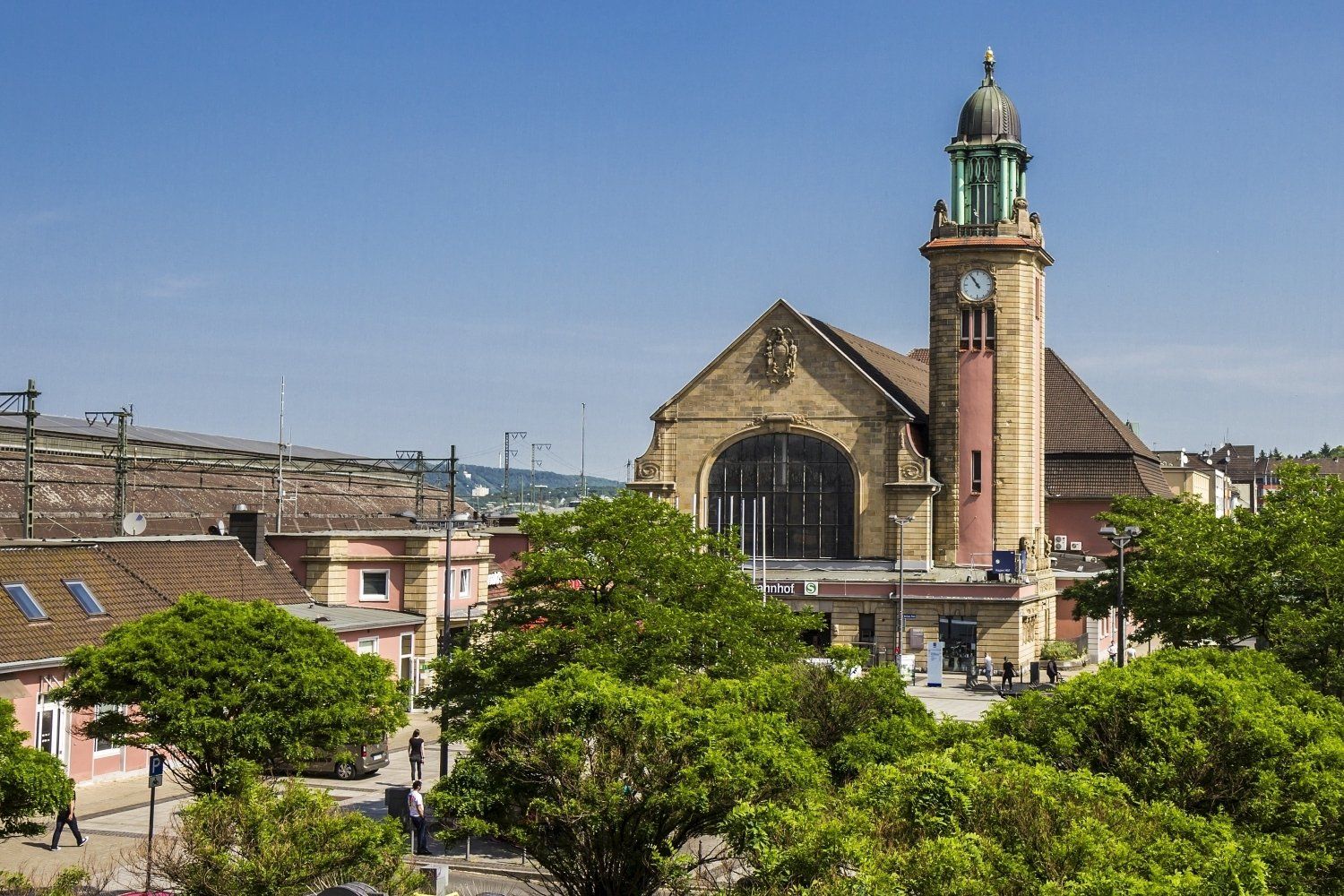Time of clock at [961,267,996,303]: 10:53
